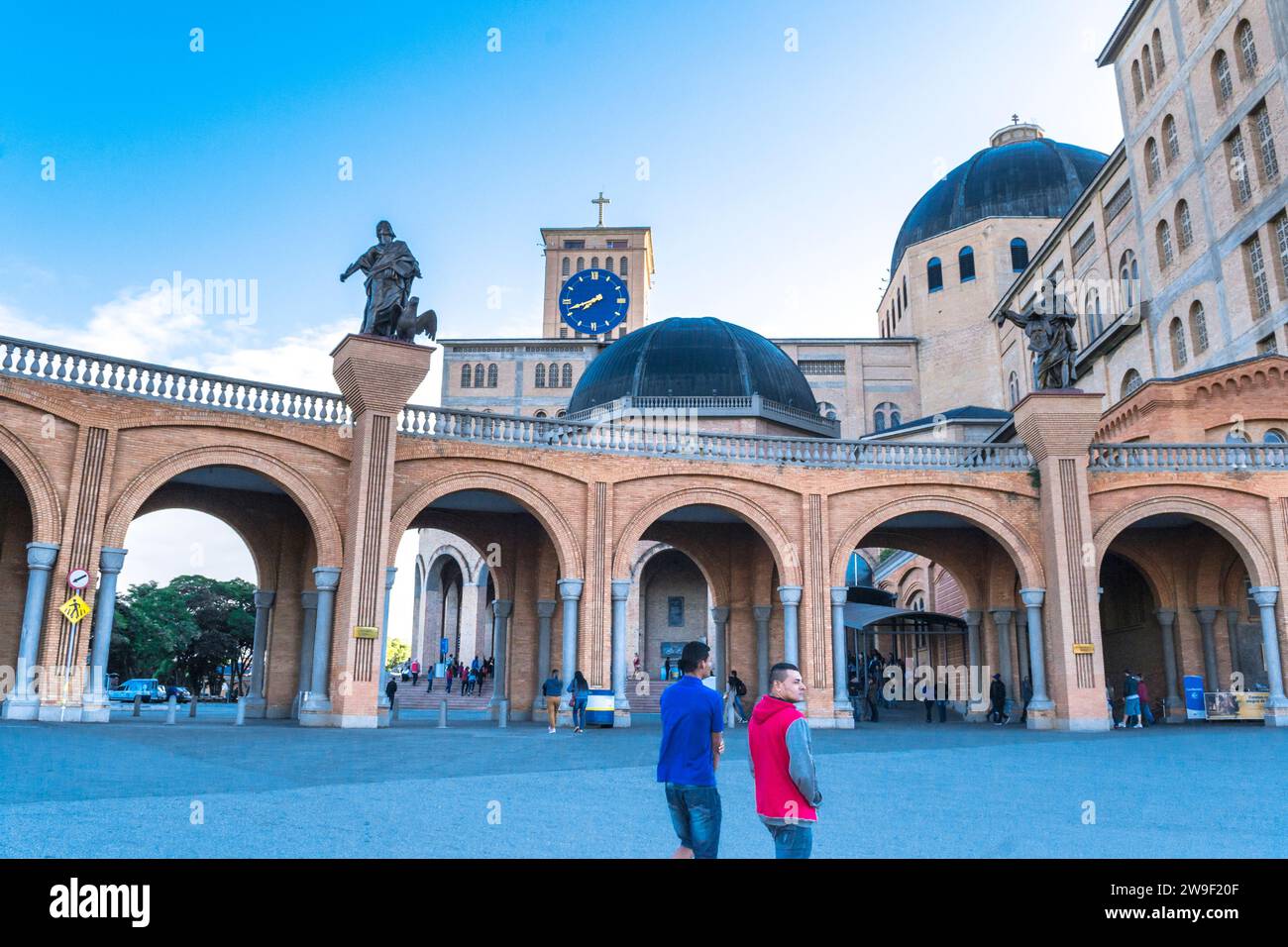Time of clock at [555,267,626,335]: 7:41
